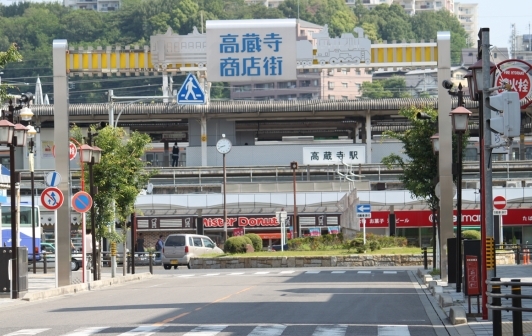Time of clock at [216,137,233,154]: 8:41
